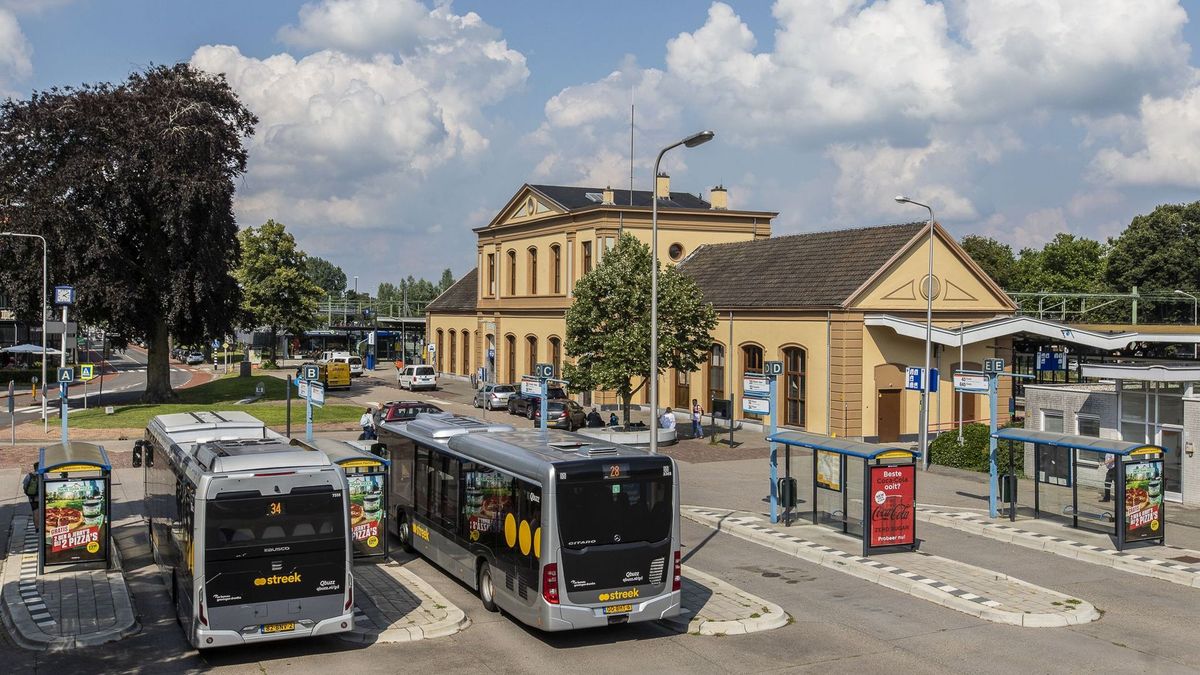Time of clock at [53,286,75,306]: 4:09
